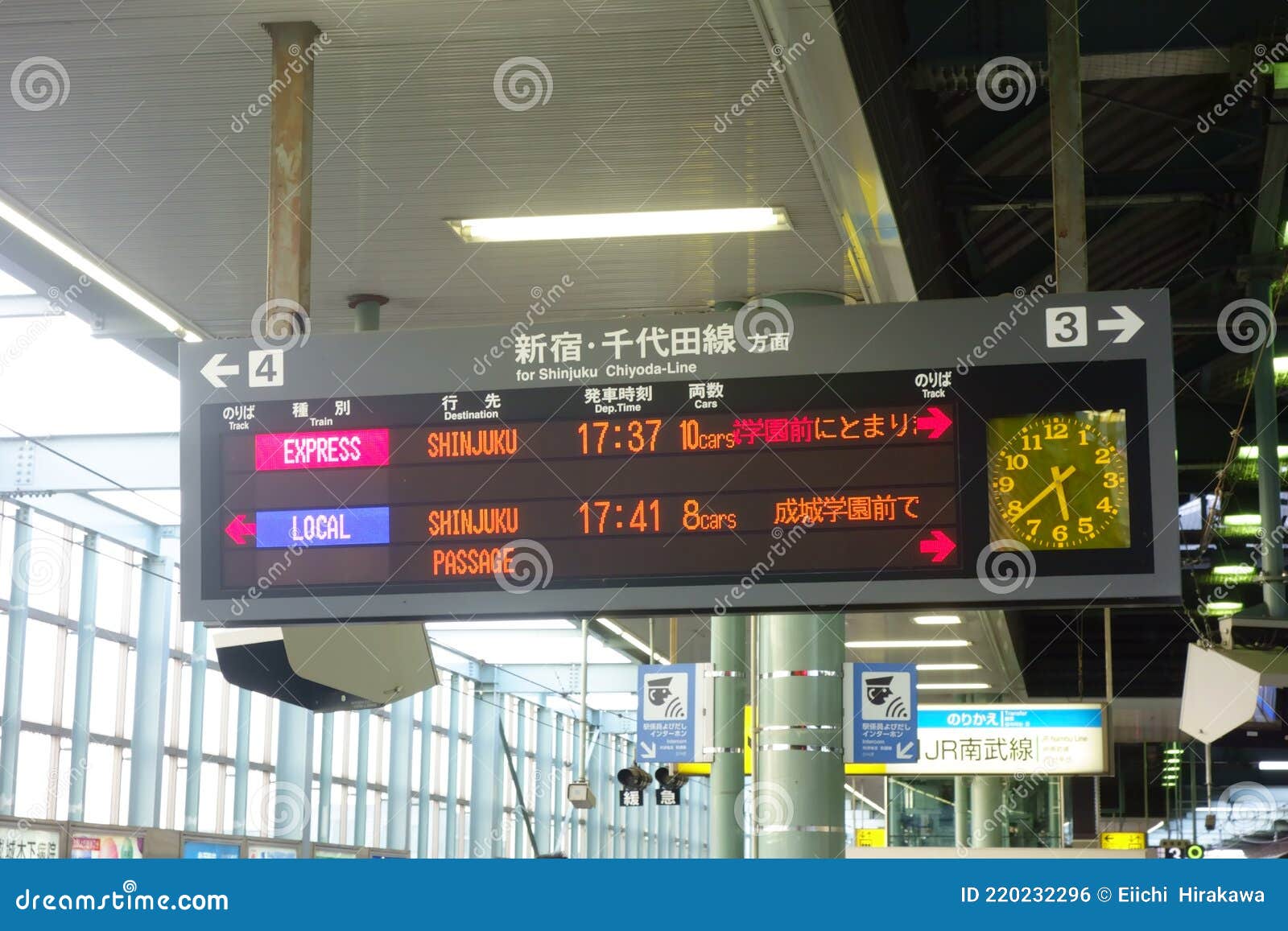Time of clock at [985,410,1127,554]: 5:38
